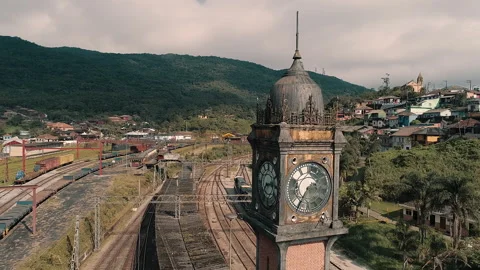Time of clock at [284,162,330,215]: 1:35
